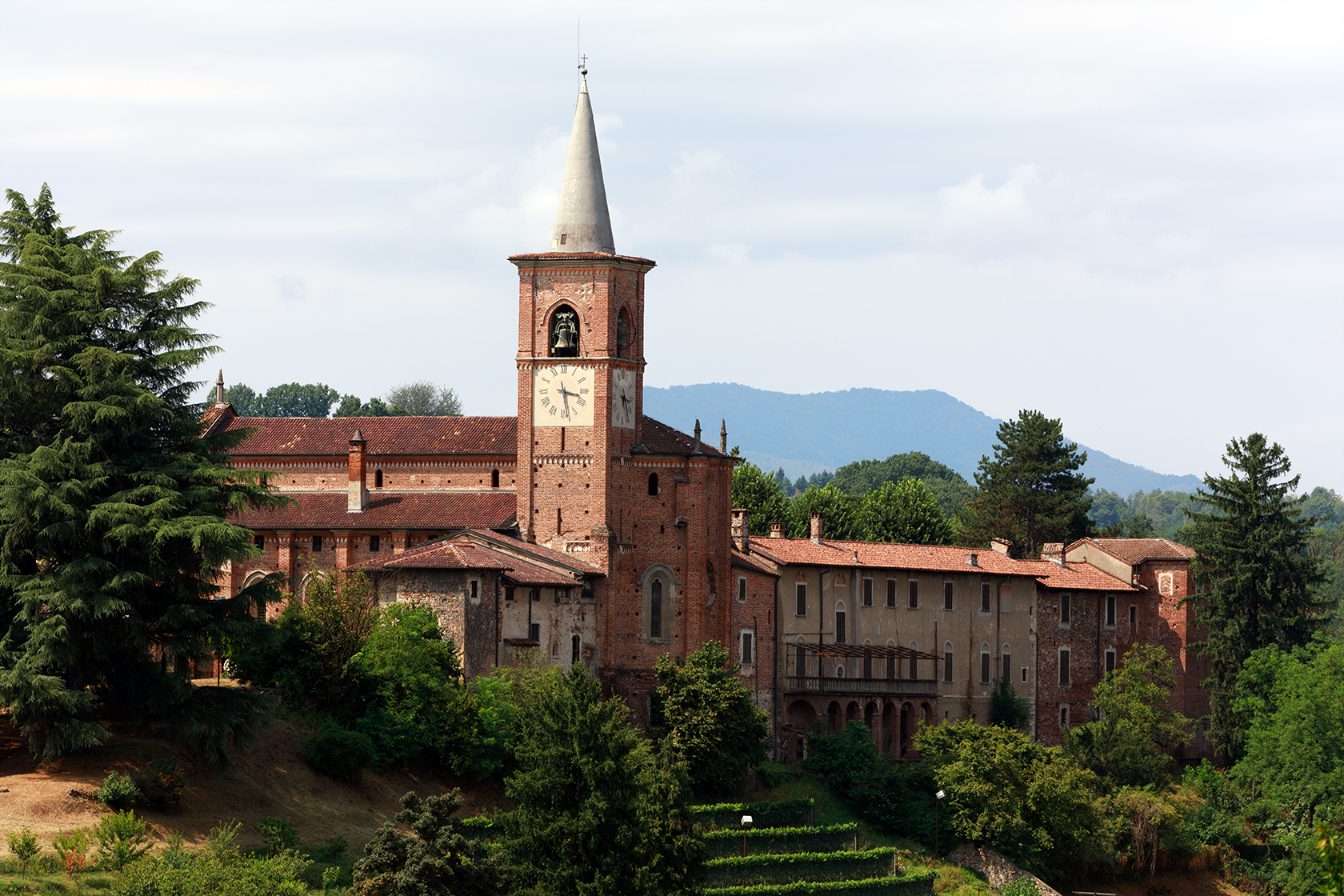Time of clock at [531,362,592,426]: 3:28
